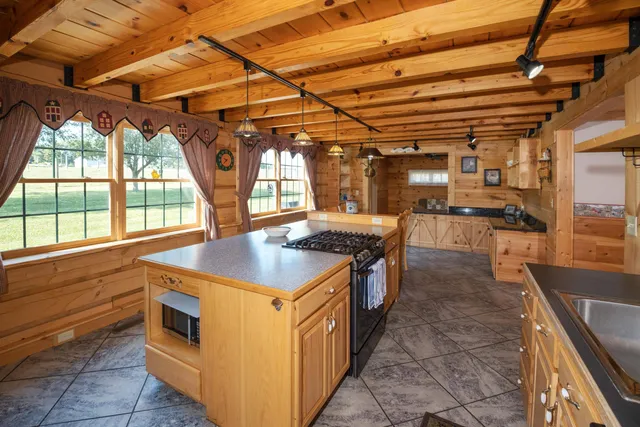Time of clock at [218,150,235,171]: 9:38
